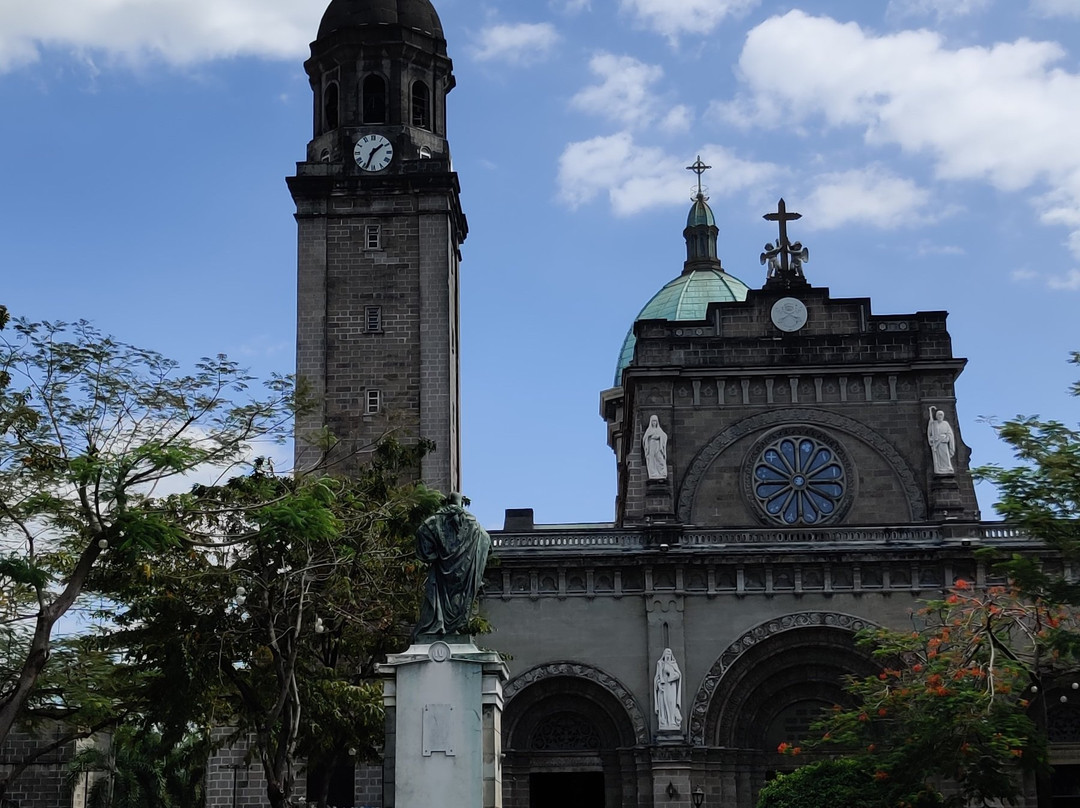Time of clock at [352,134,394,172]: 1:33
